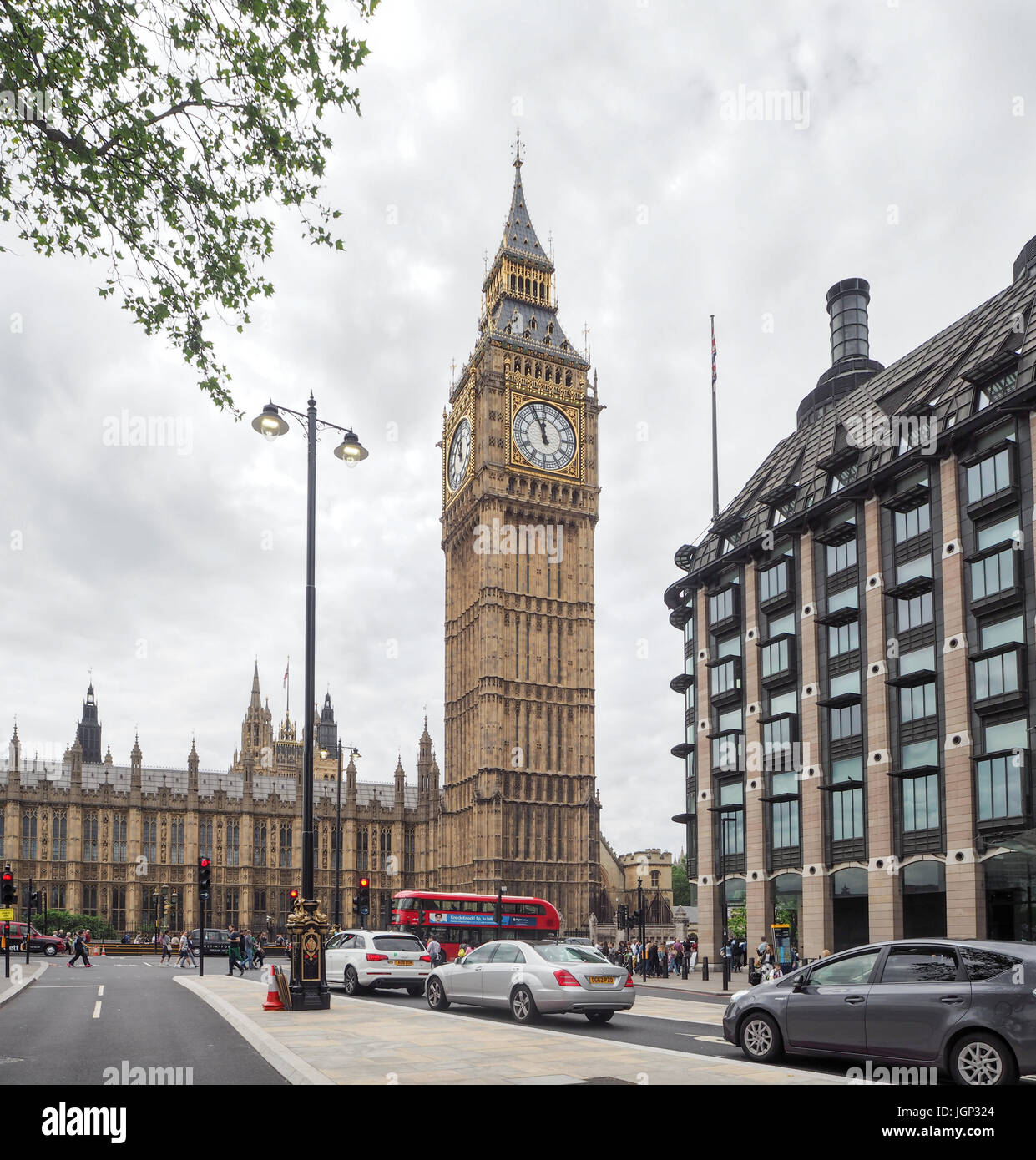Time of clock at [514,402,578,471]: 11:55
